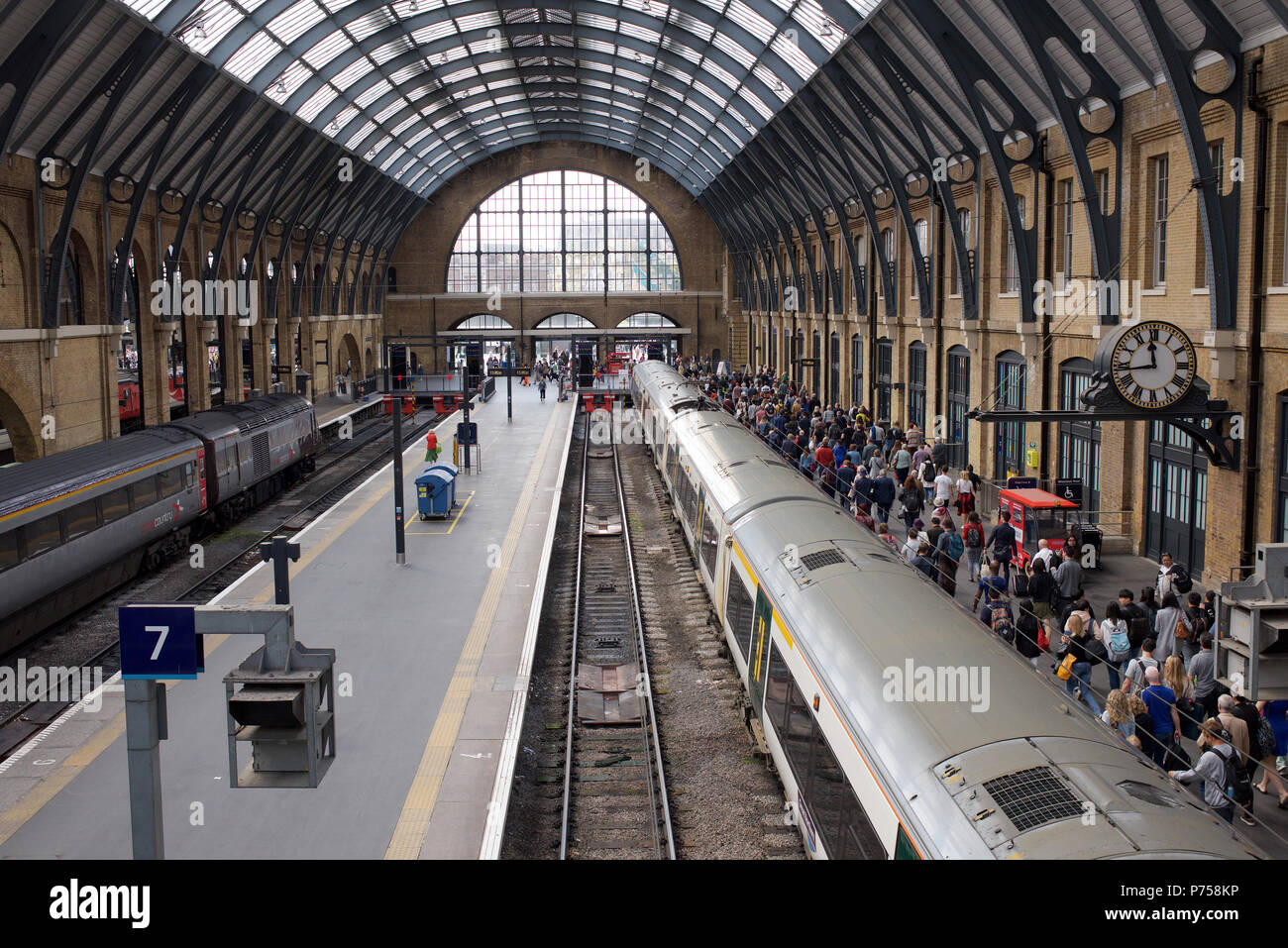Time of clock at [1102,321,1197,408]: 11:43
